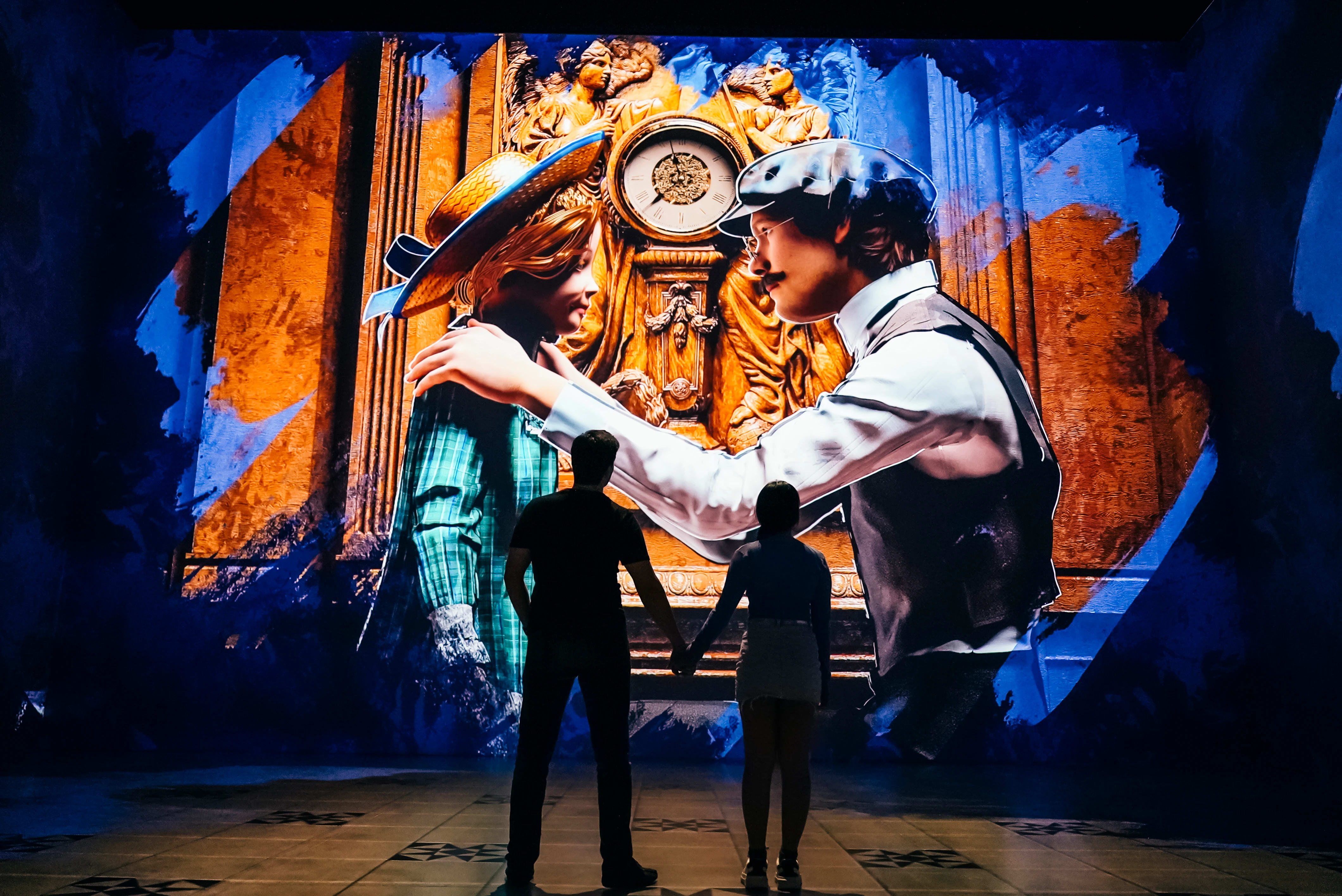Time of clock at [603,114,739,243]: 11:37
